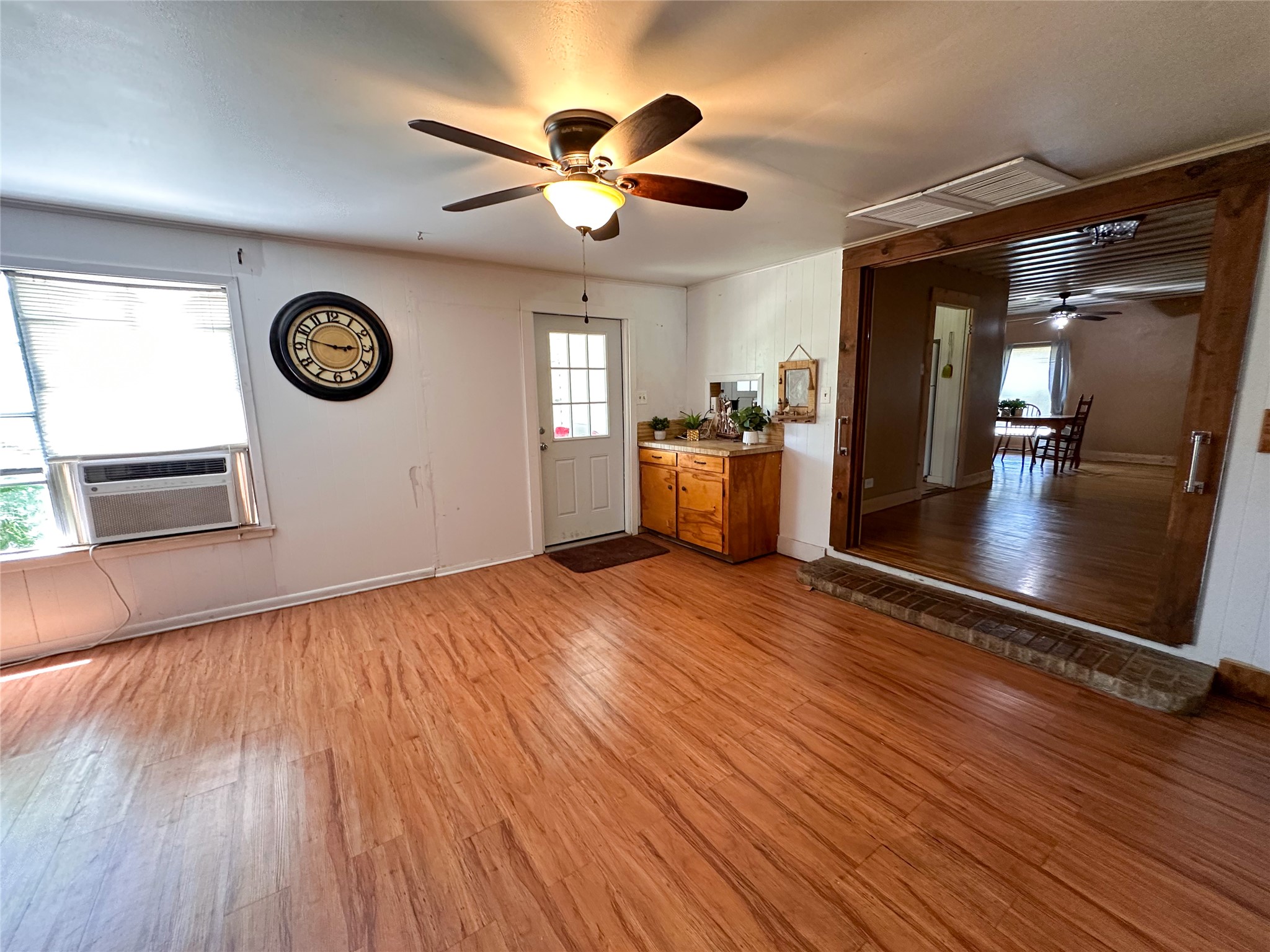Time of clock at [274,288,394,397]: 2:47
